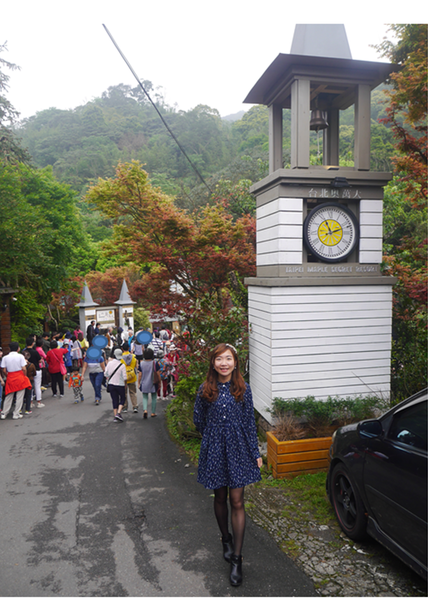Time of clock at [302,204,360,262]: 11:11
